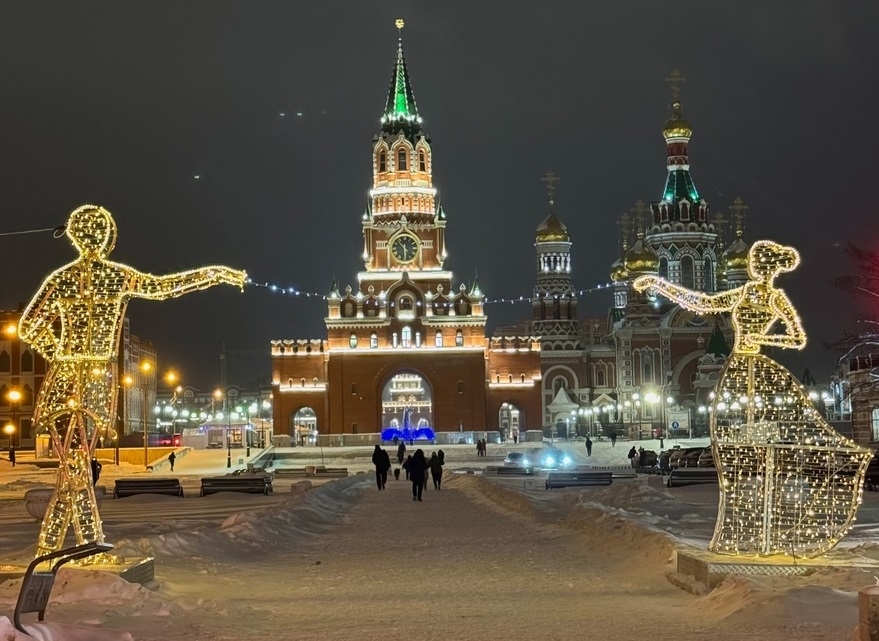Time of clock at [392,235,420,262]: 10:29
